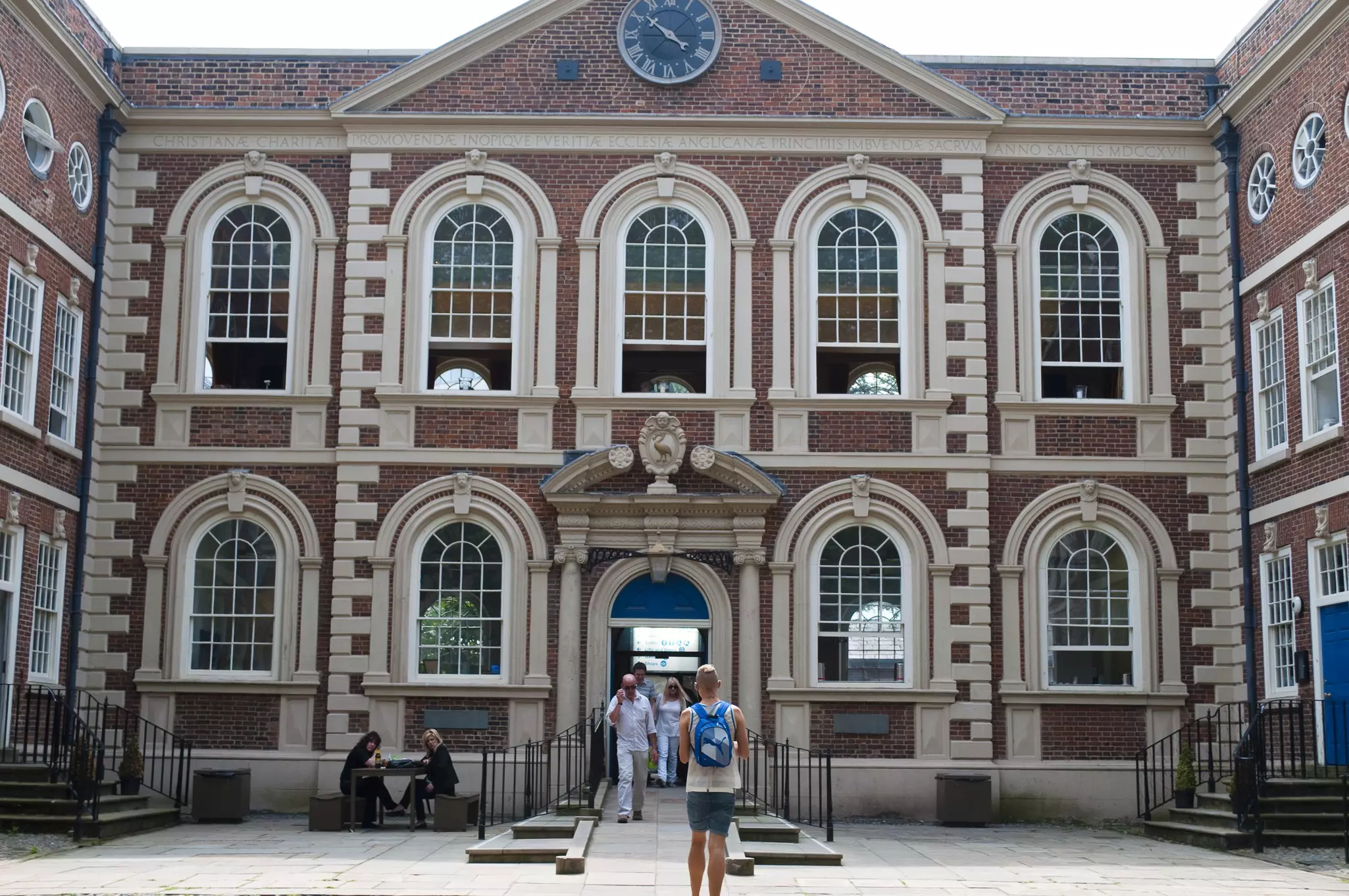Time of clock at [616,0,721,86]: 3:51
